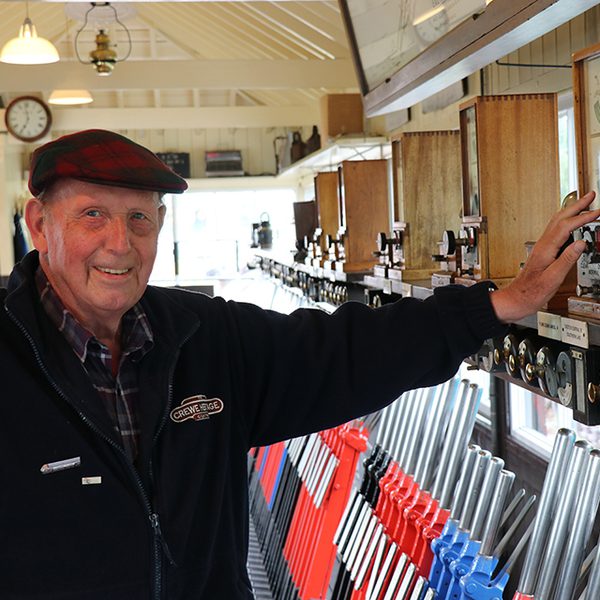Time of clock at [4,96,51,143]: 6:58
